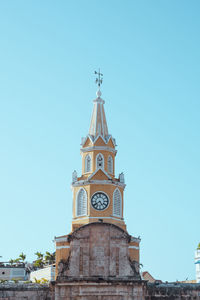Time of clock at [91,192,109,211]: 4:39
